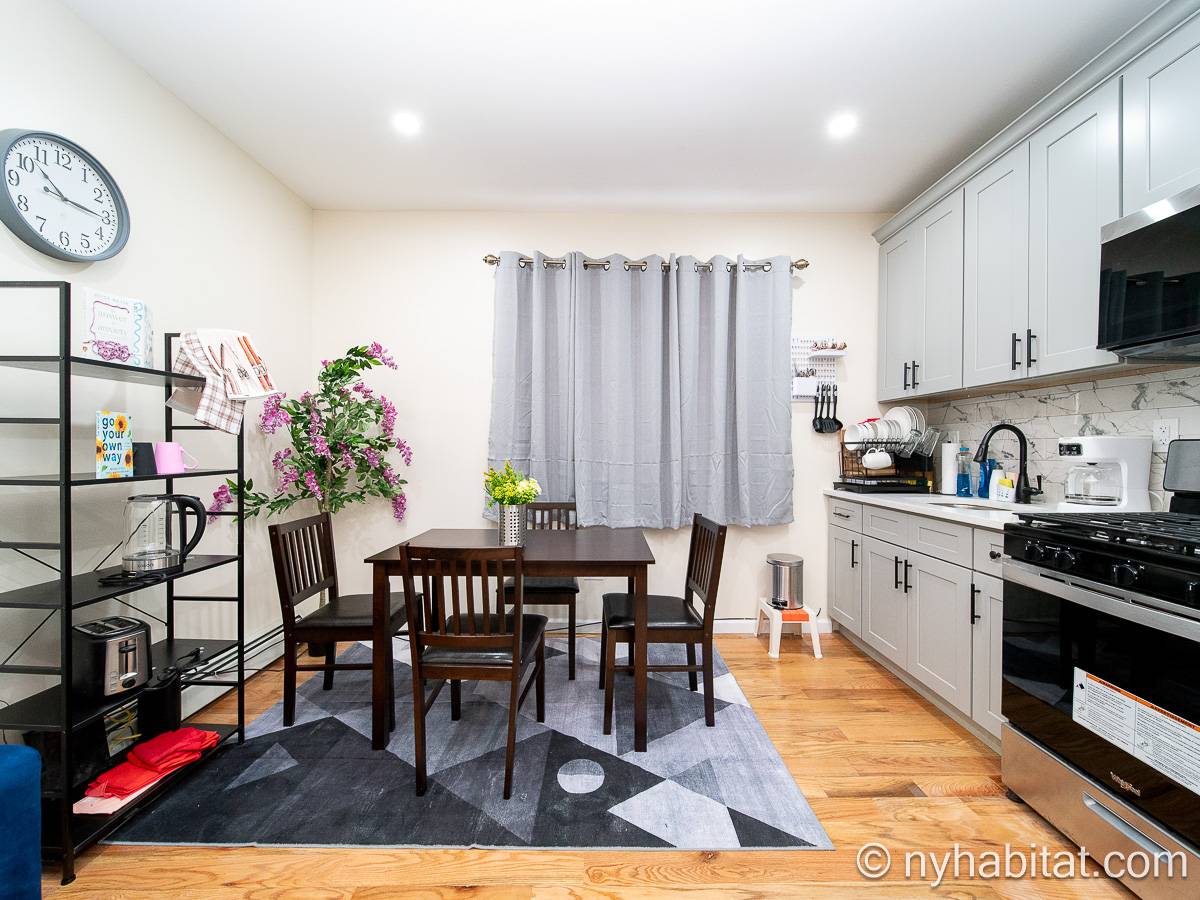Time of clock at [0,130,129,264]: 10:15
